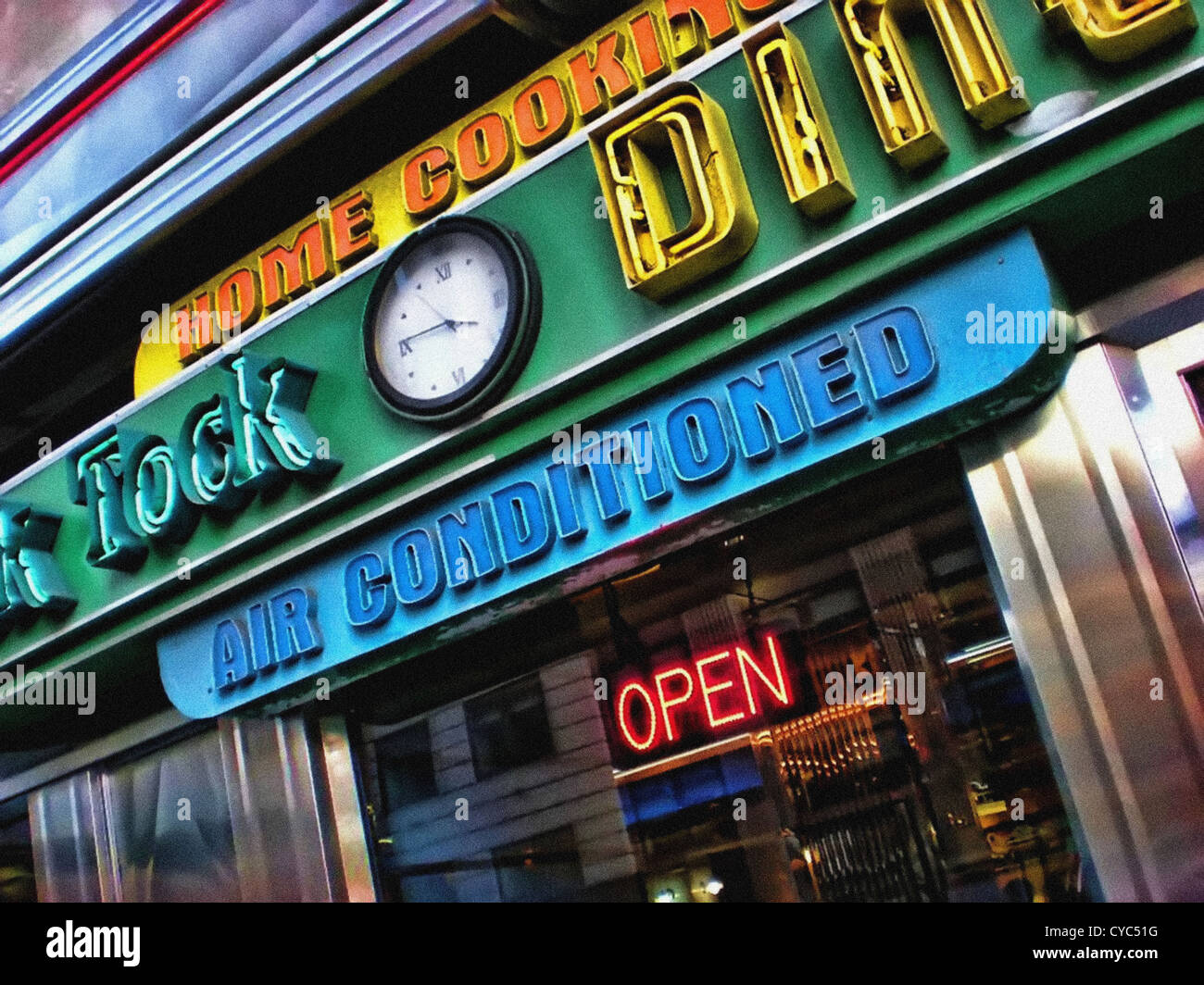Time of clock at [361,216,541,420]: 3:45
